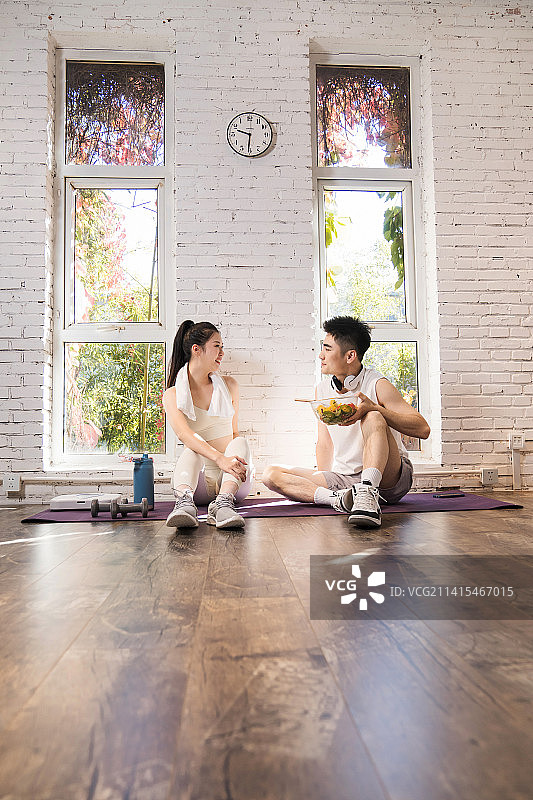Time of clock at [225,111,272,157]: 9:31
